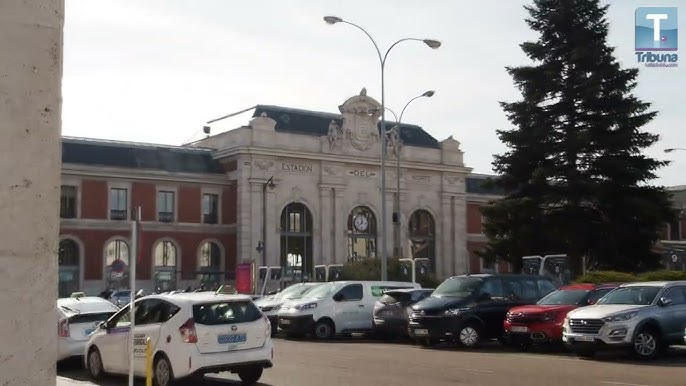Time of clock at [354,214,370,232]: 11:37
